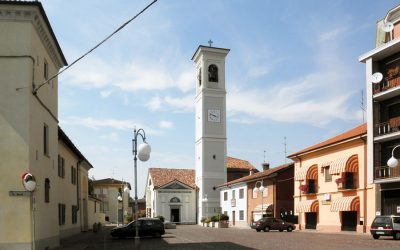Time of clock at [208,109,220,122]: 3:48
